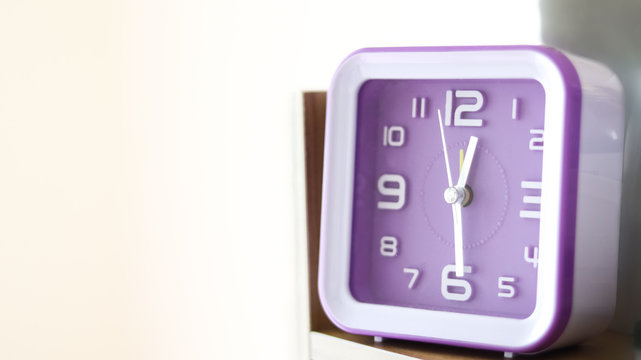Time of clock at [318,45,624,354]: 12:29
